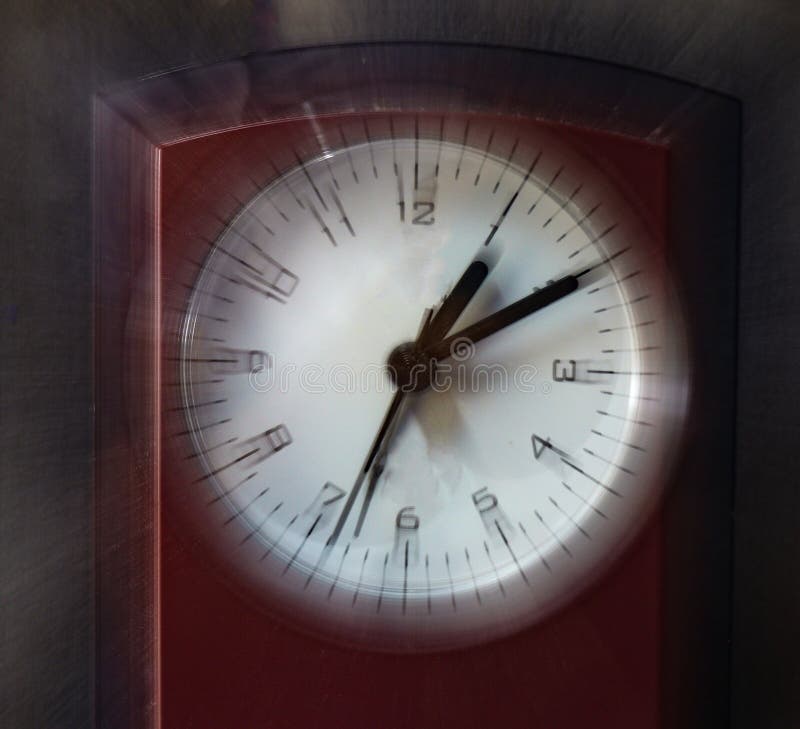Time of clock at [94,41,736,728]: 1:10
